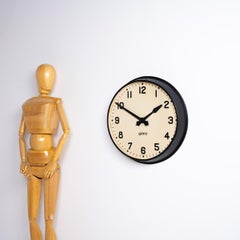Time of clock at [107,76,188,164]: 1:50
